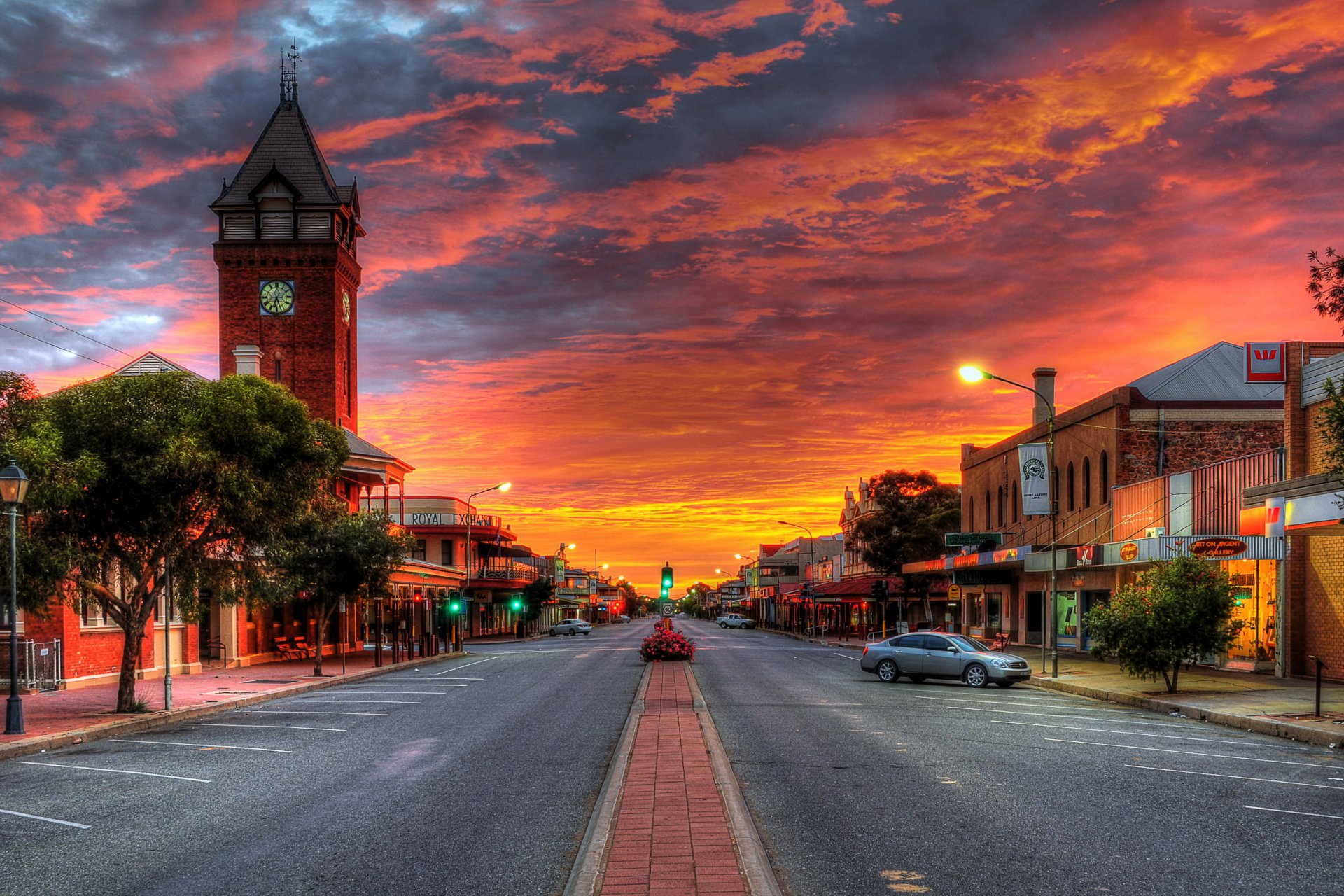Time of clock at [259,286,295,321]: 6:26
